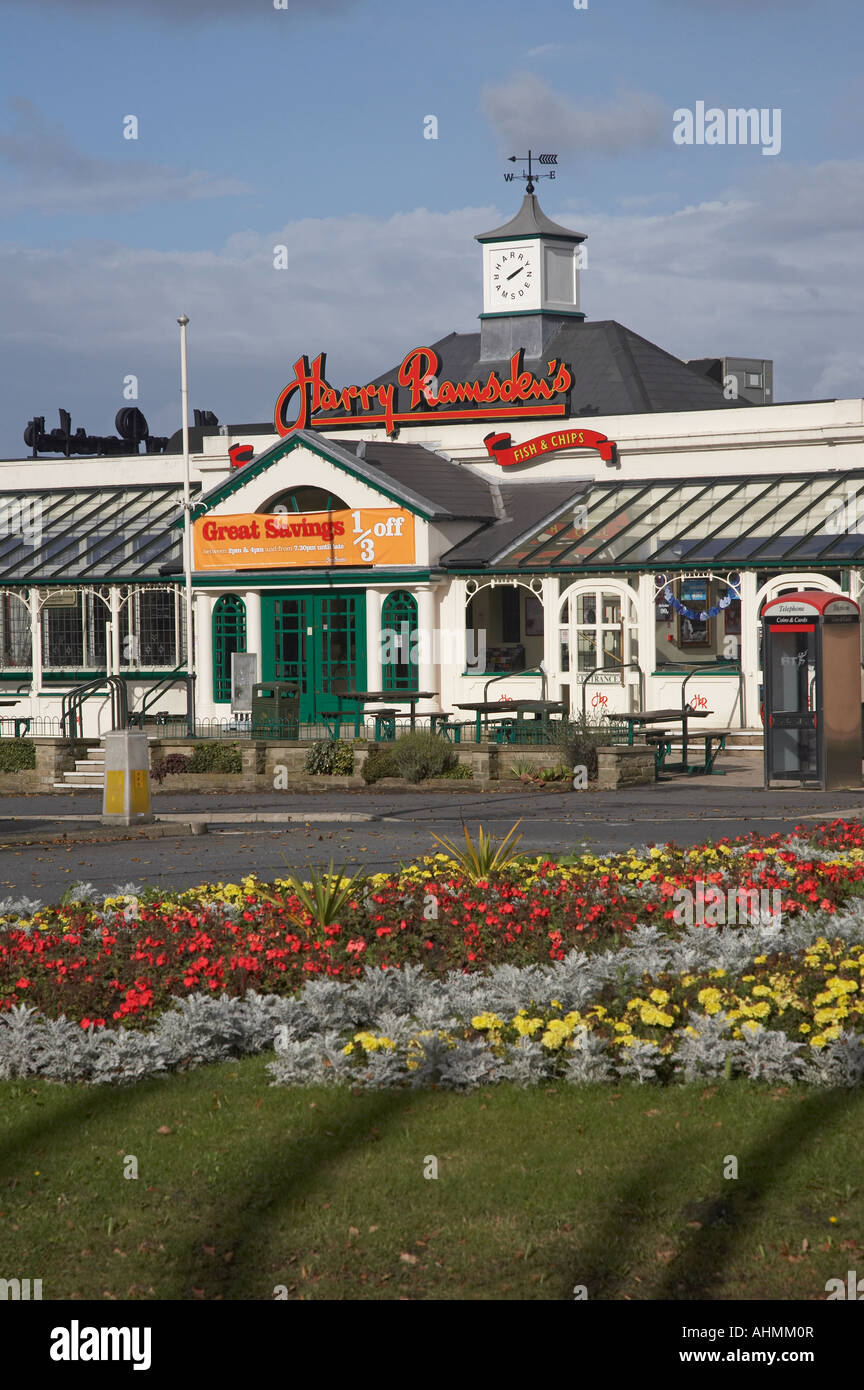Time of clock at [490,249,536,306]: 2:10
